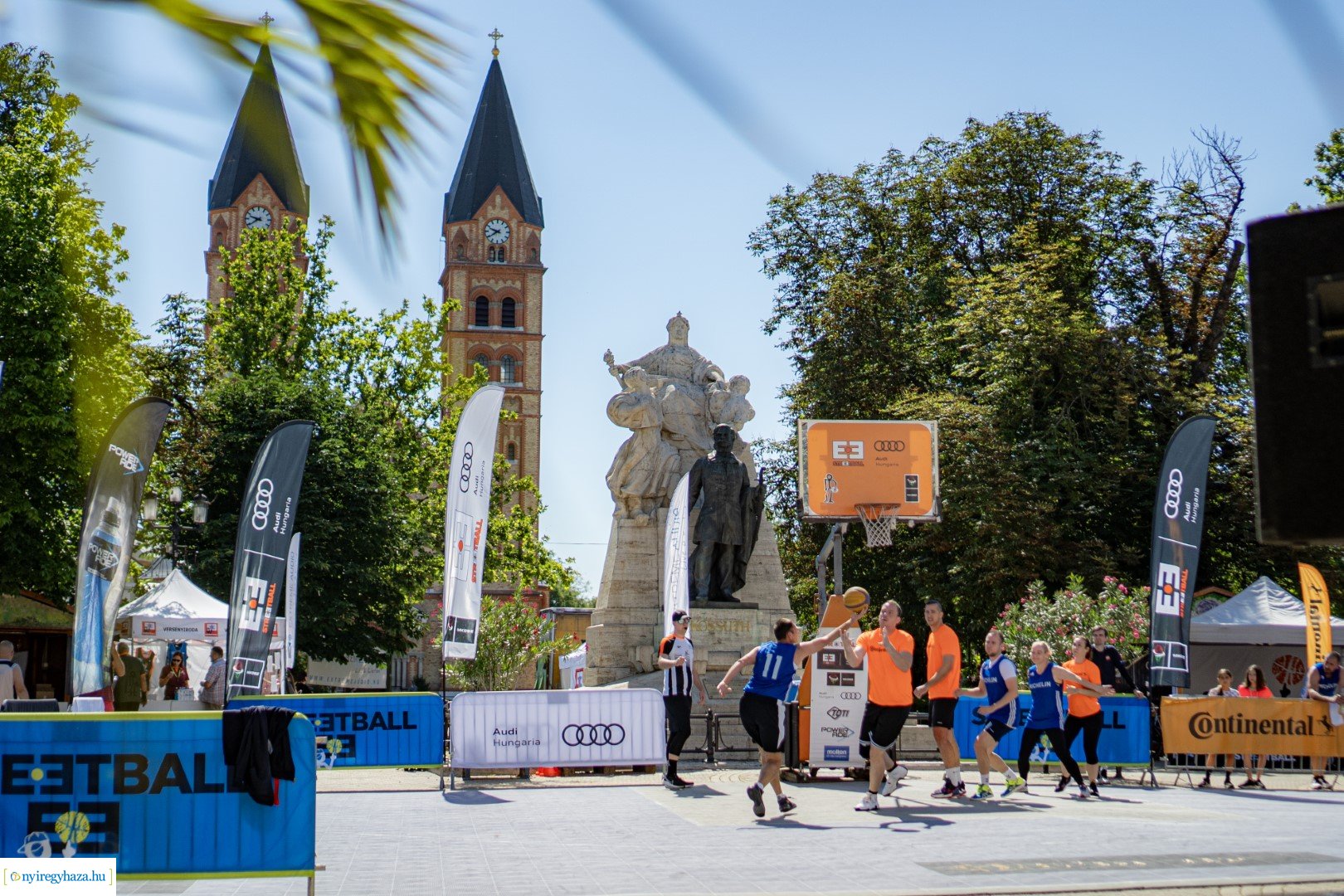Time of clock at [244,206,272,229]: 9:39
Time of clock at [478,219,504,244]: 9:39
